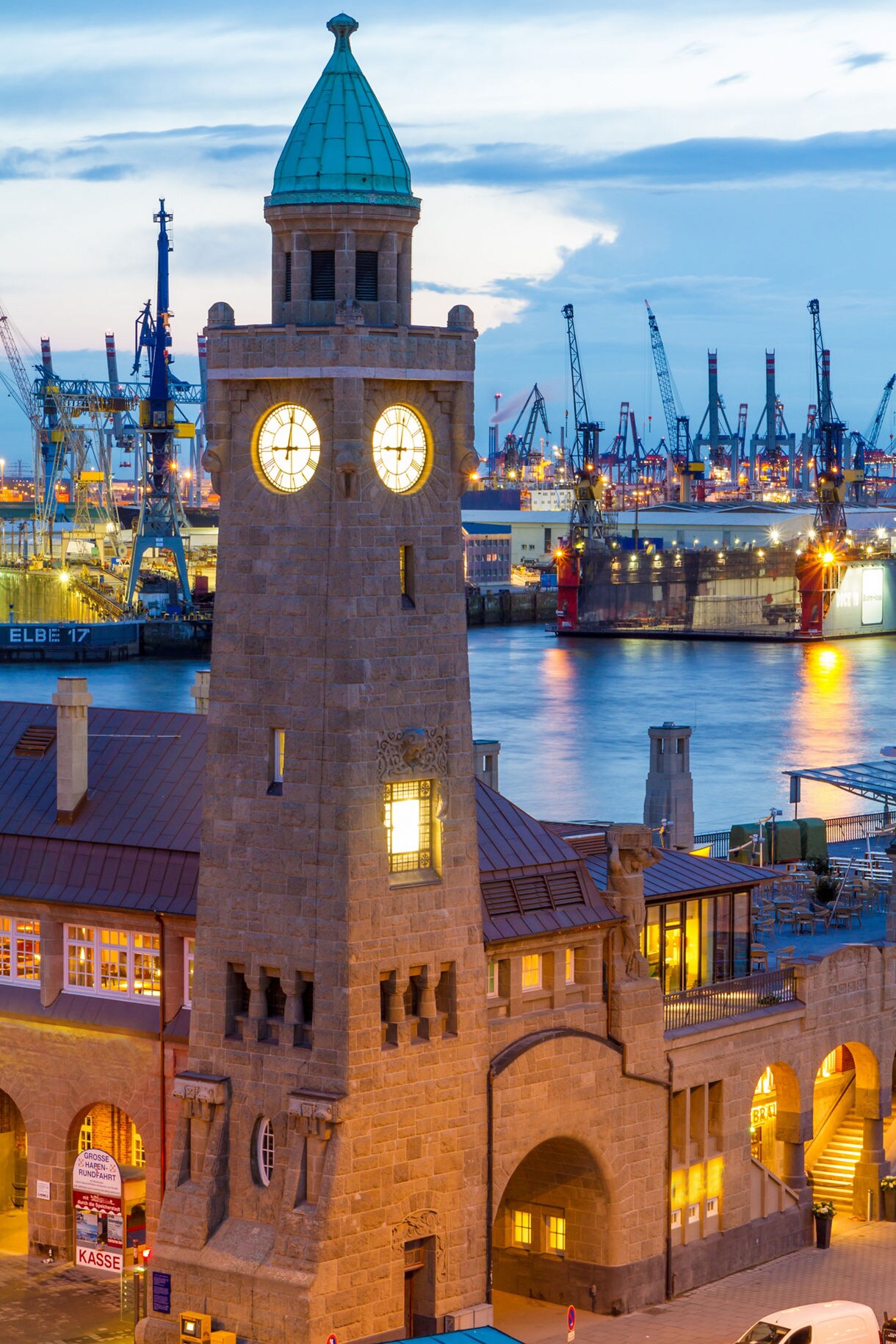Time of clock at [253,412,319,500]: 9:01
